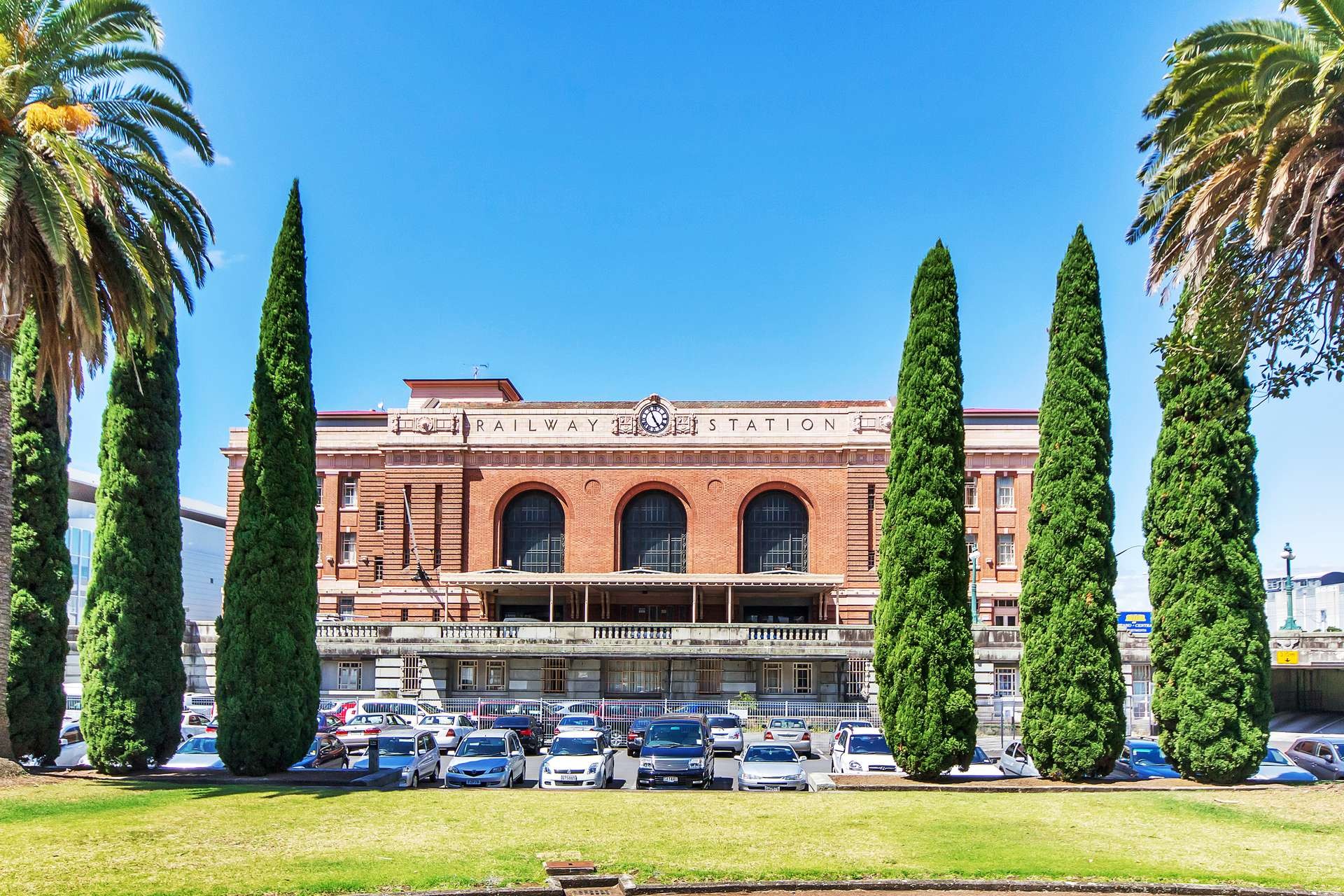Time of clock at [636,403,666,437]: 4:55
